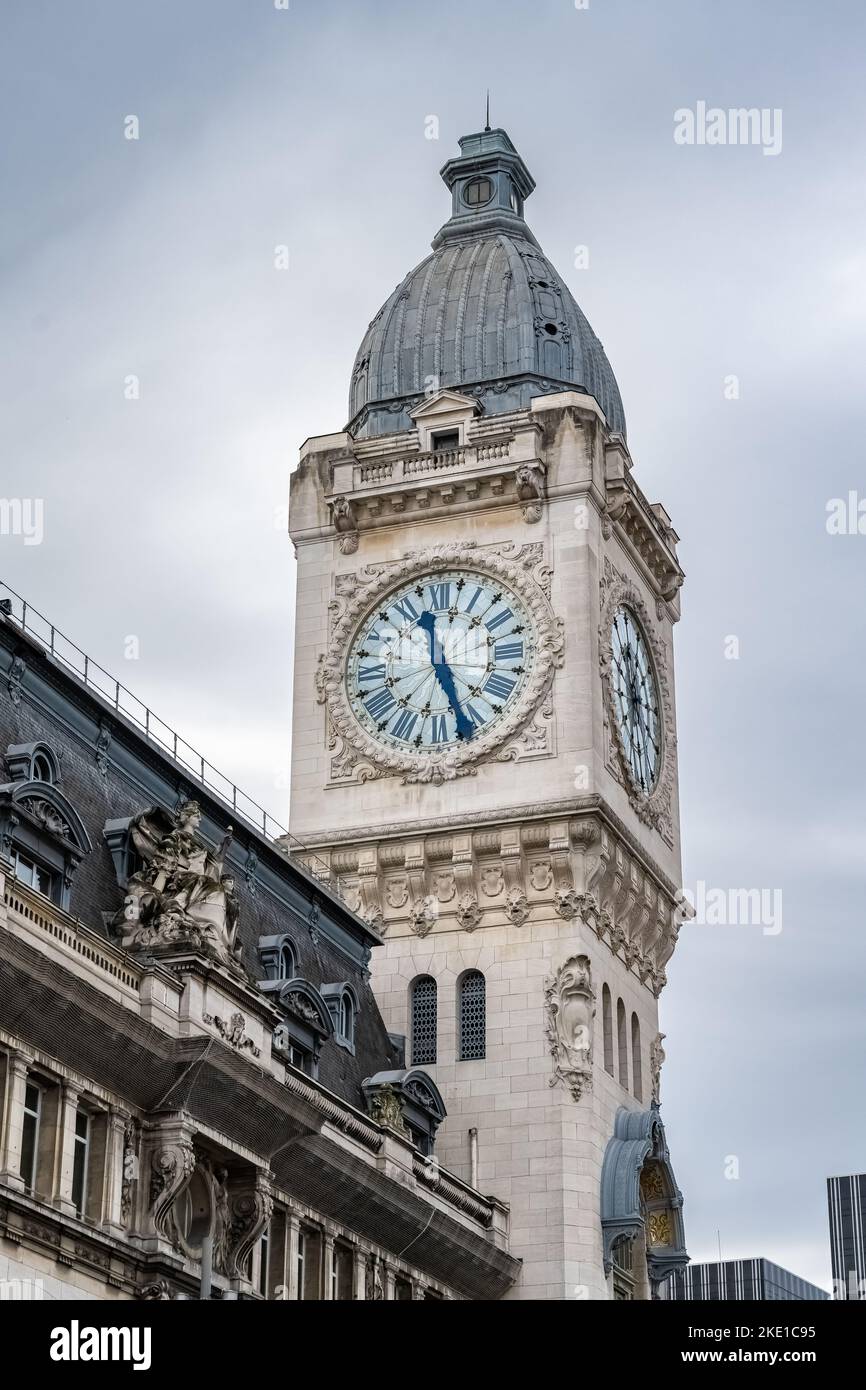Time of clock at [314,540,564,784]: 11:25
